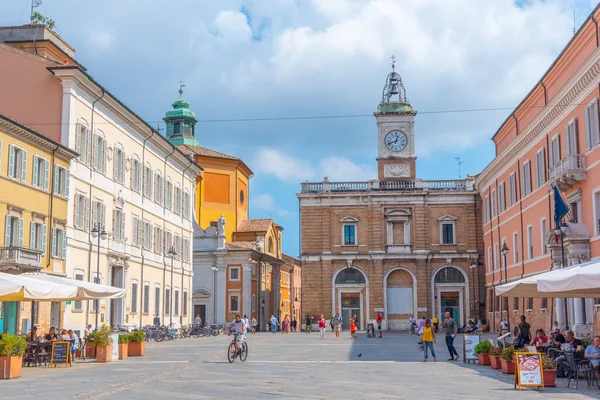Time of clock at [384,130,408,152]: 12:41
